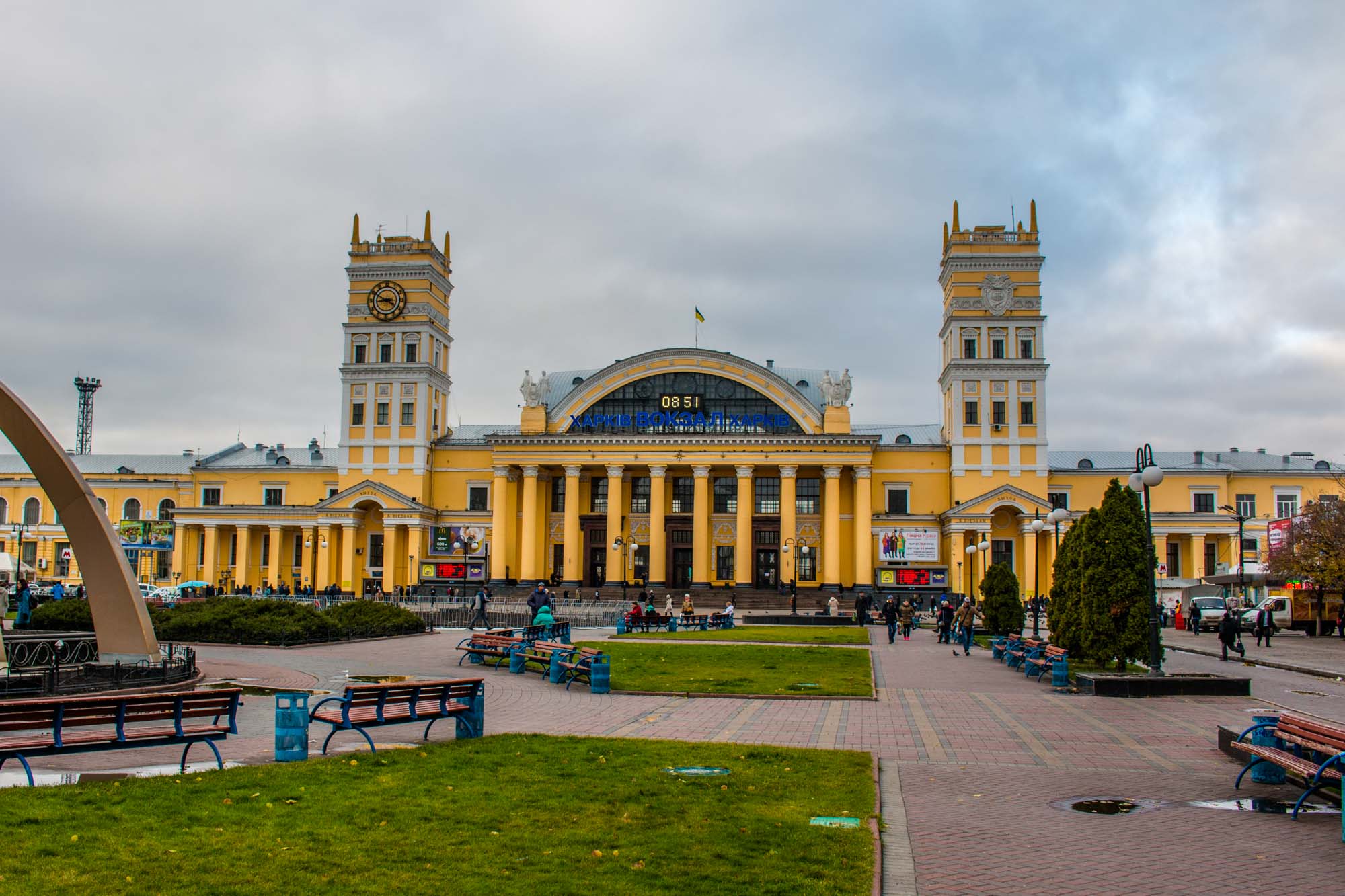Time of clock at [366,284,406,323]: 8:49
